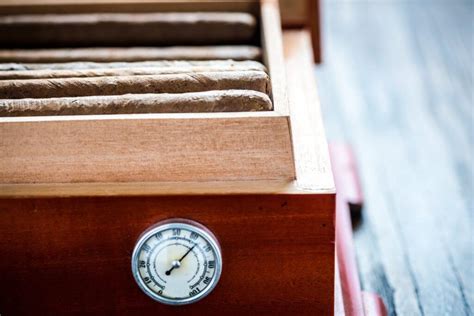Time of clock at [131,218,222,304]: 7:07
